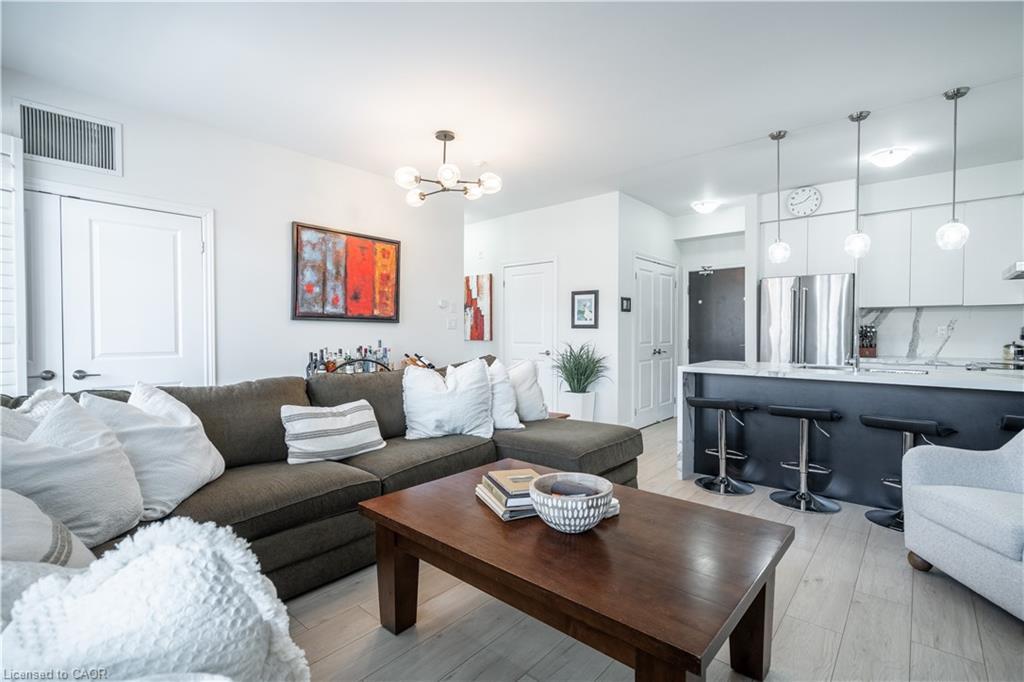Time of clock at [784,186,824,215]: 1:43
